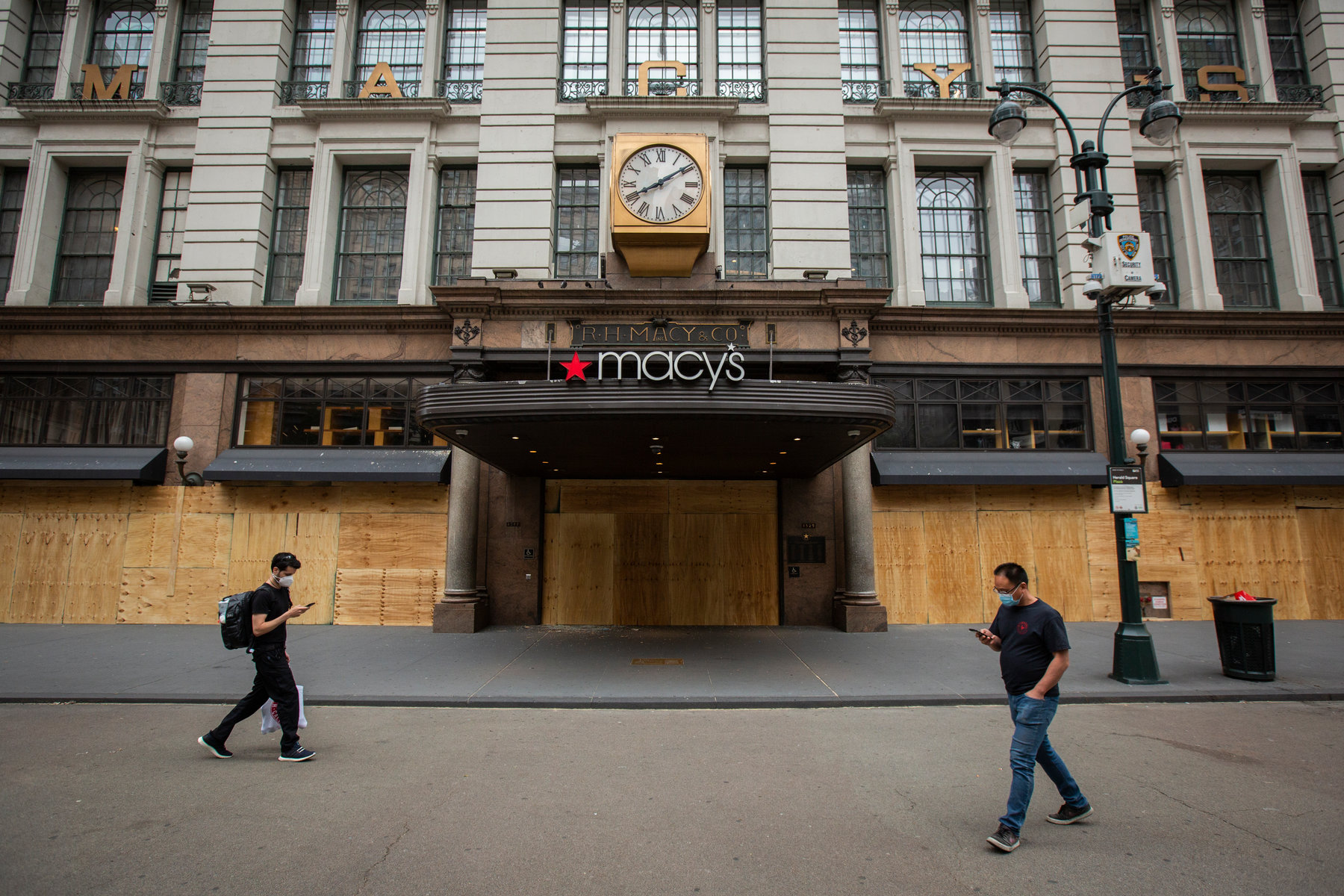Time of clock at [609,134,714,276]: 8:09
